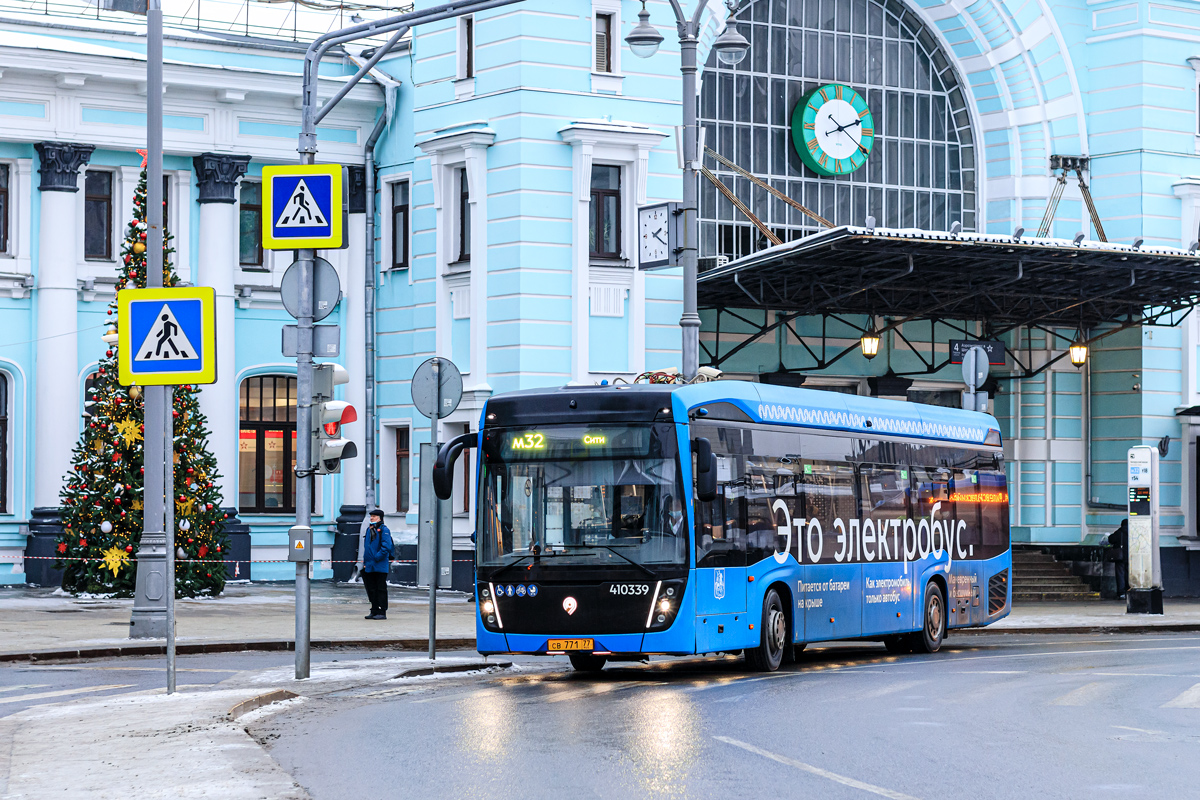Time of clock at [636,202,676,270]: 2:20
